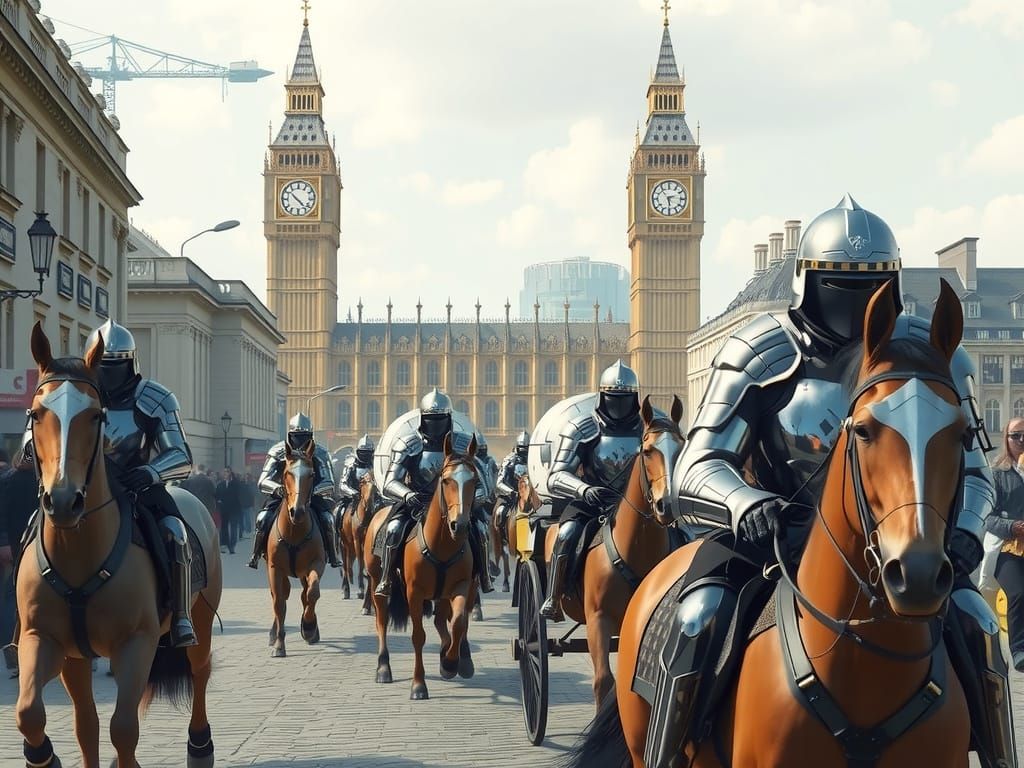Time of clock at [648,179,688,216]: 2:29
